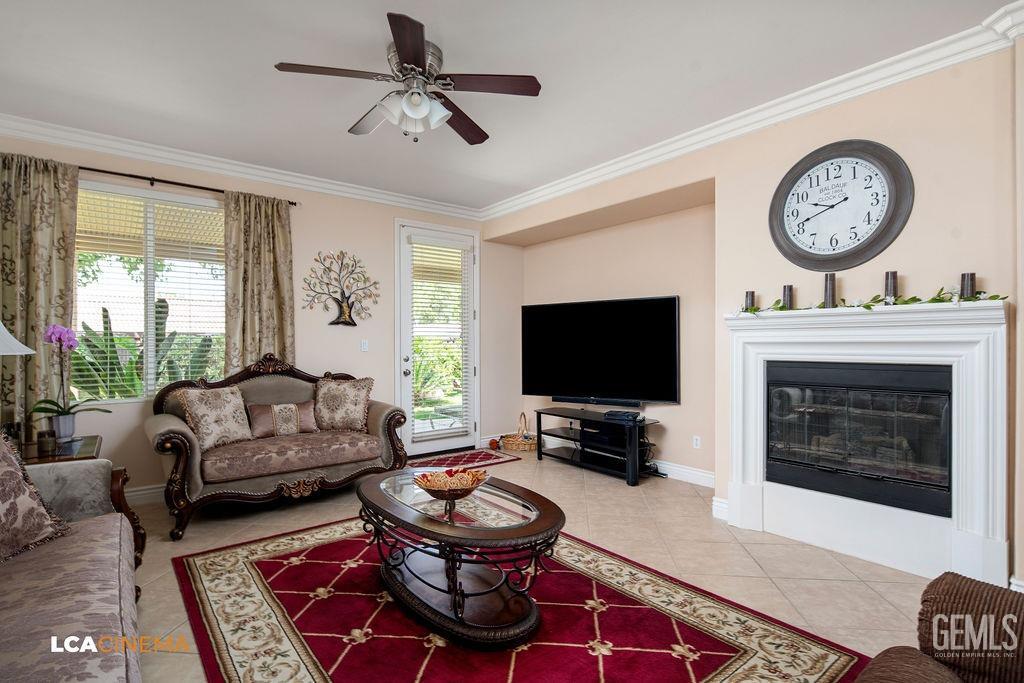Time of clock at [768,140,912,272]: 9:41
